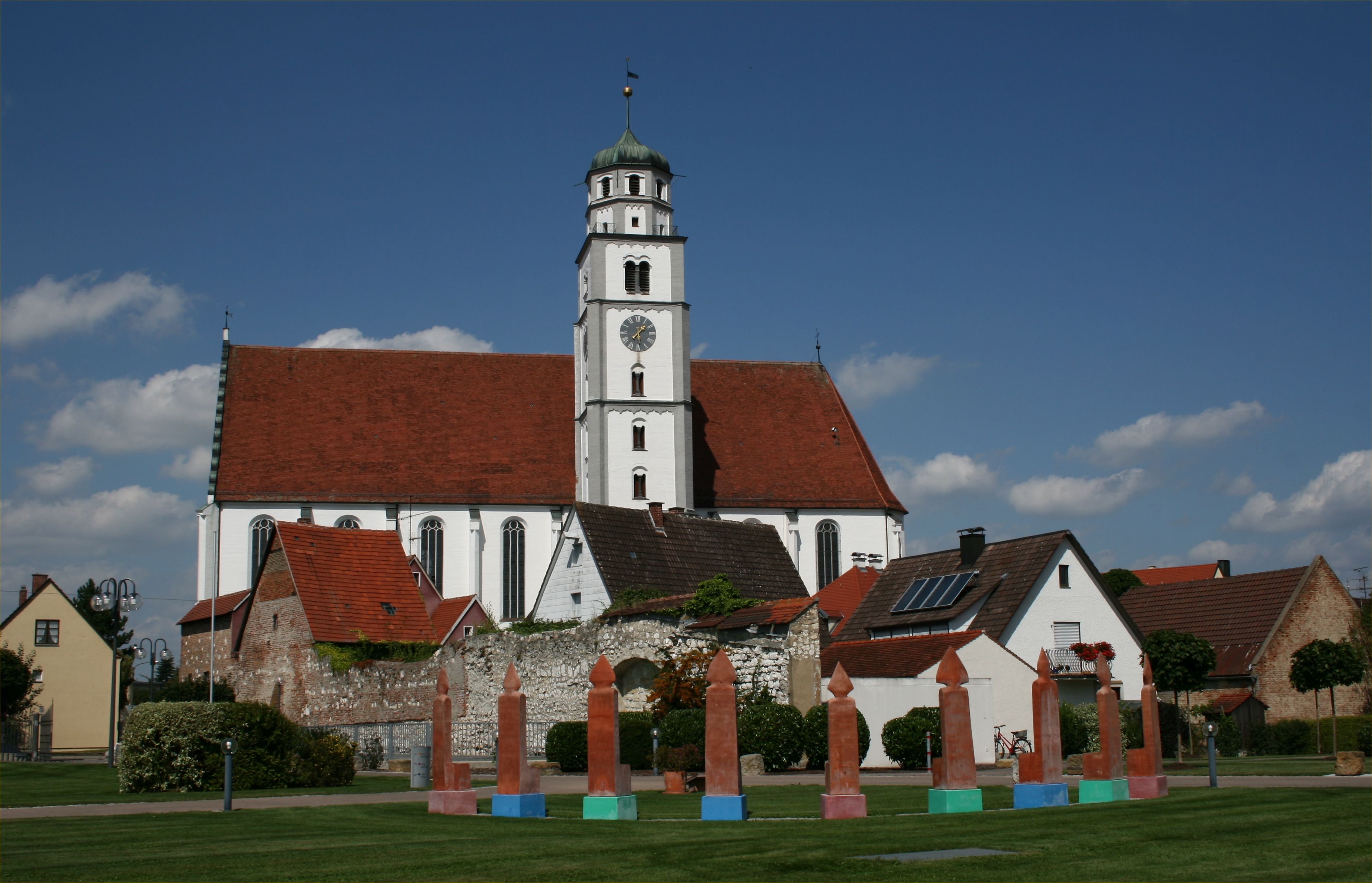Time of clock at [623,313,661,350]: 1:29
